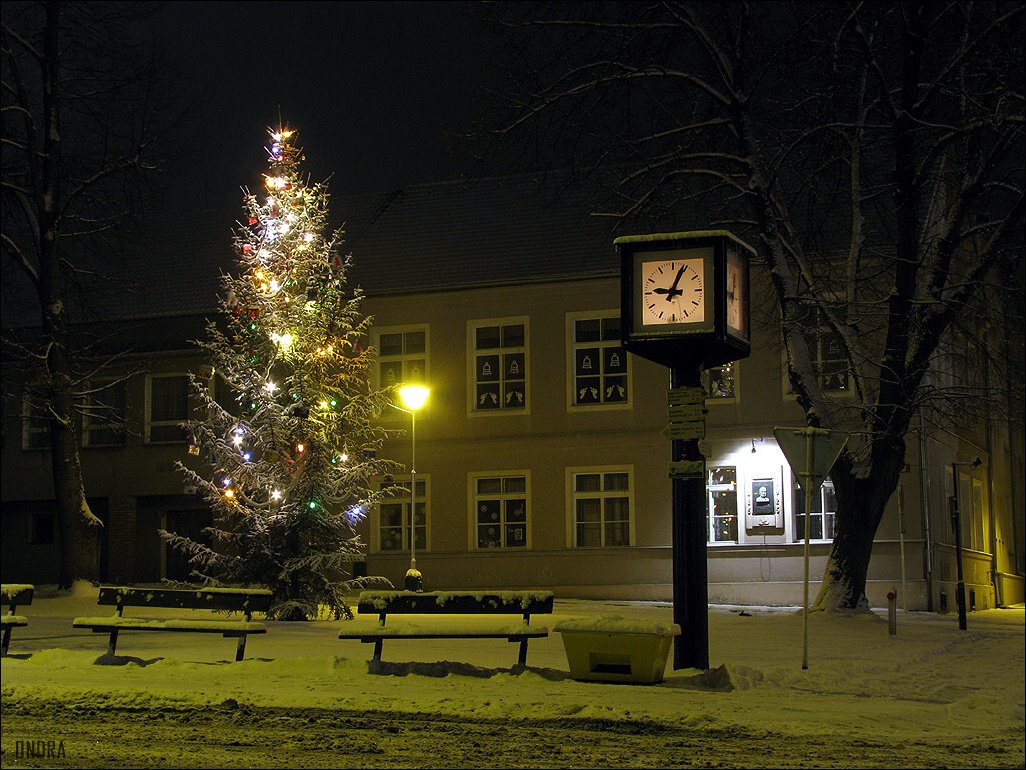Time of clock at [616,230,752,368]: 9:04
